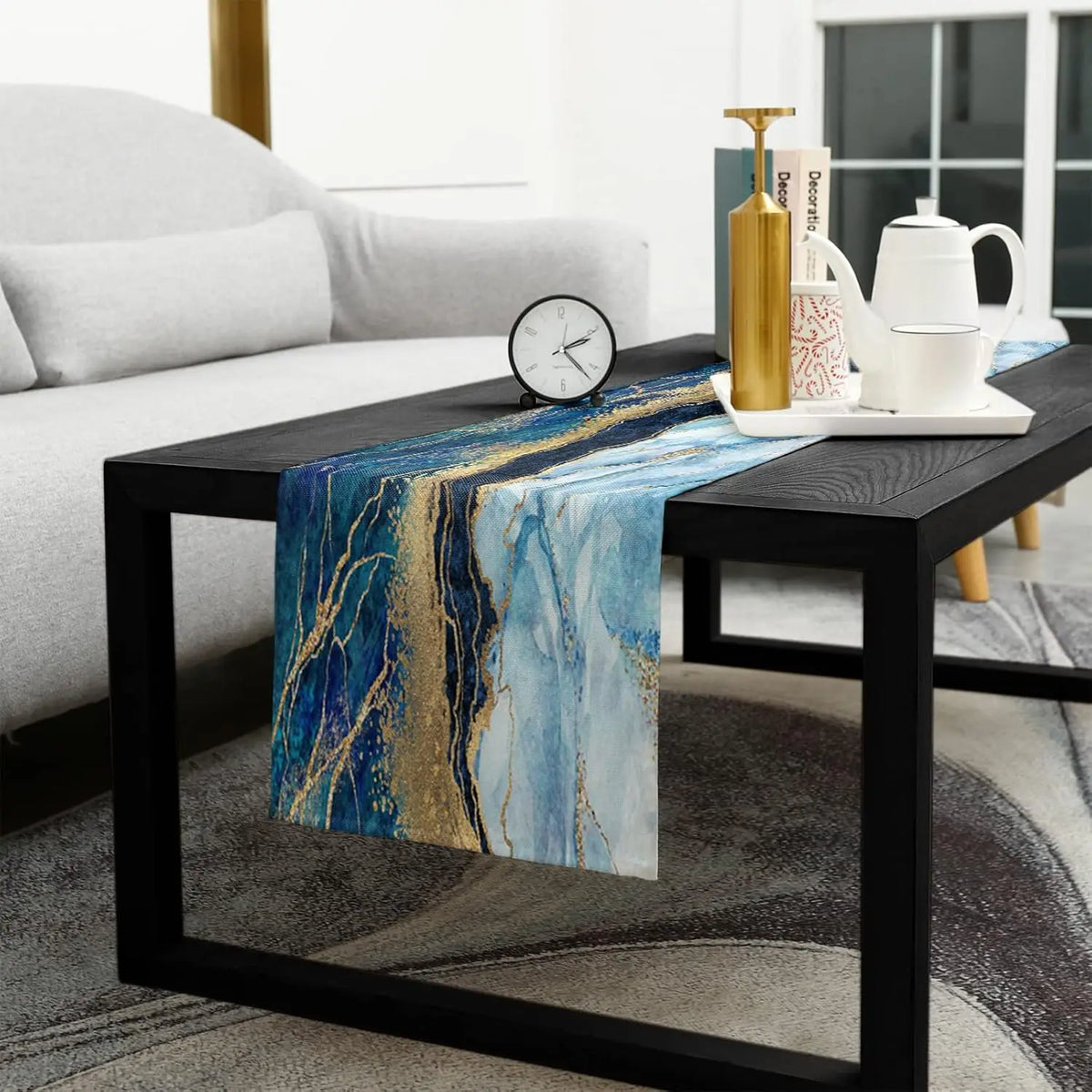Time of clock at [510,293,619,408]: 2:23
